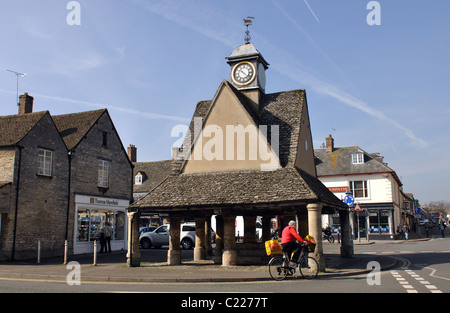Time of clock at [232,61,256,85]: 10:22
